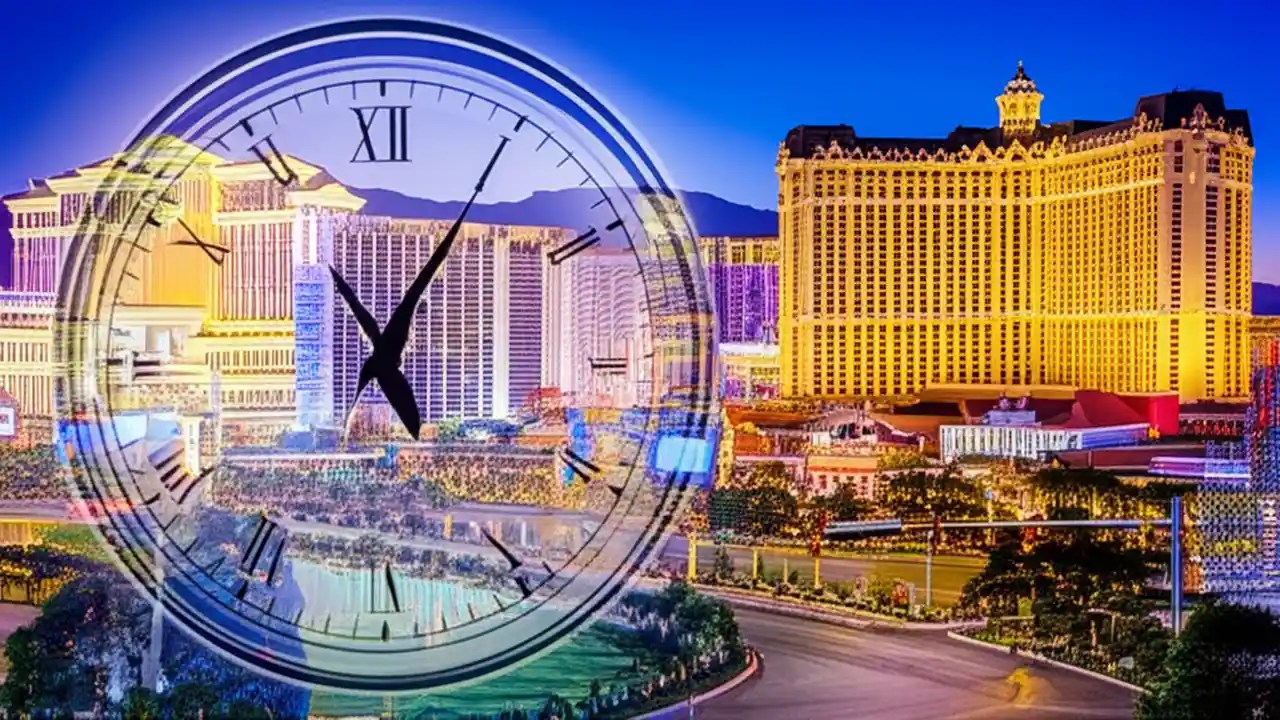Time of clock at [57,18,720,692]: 5:05
